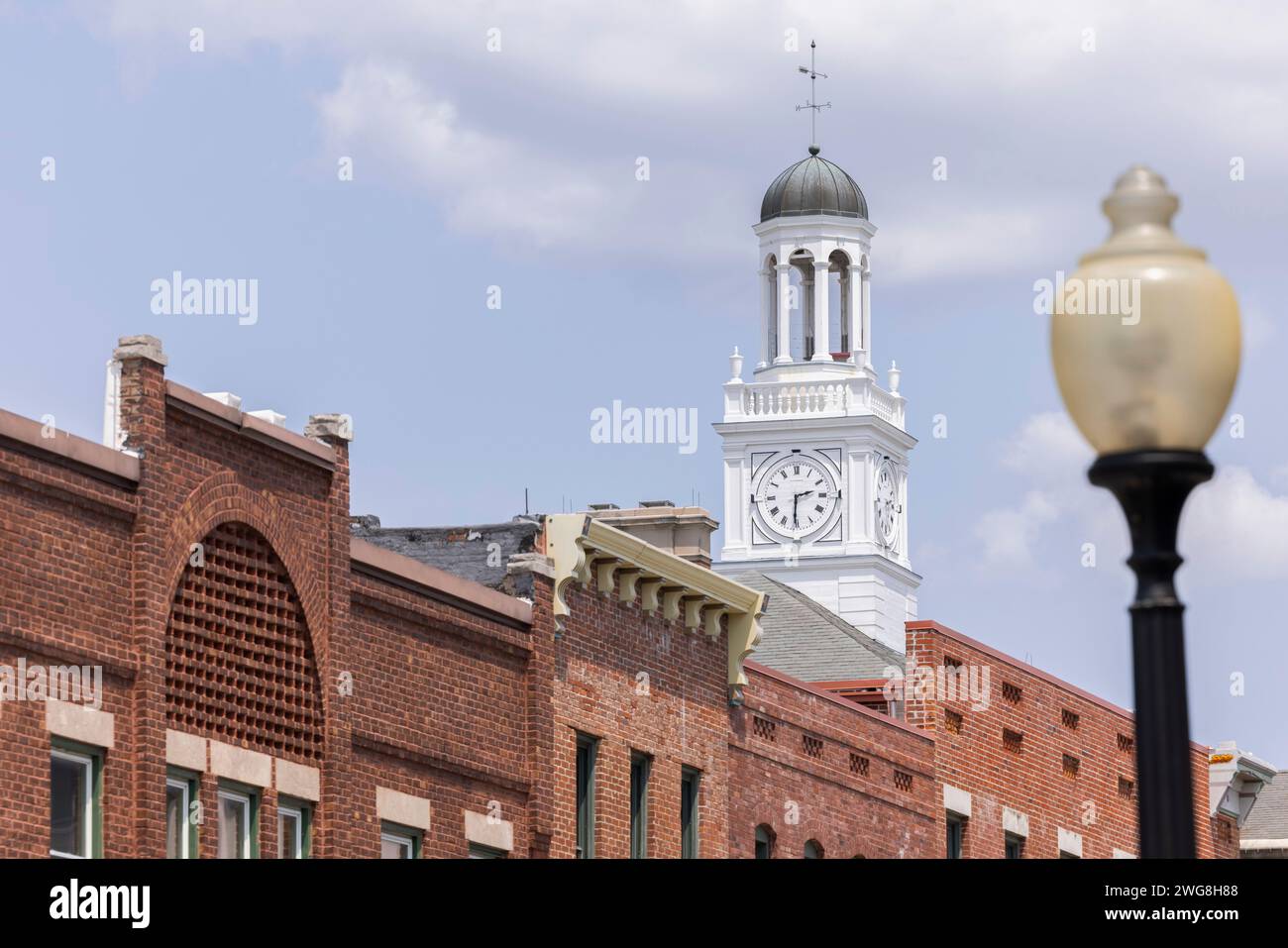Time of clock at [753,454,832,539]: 2:30
